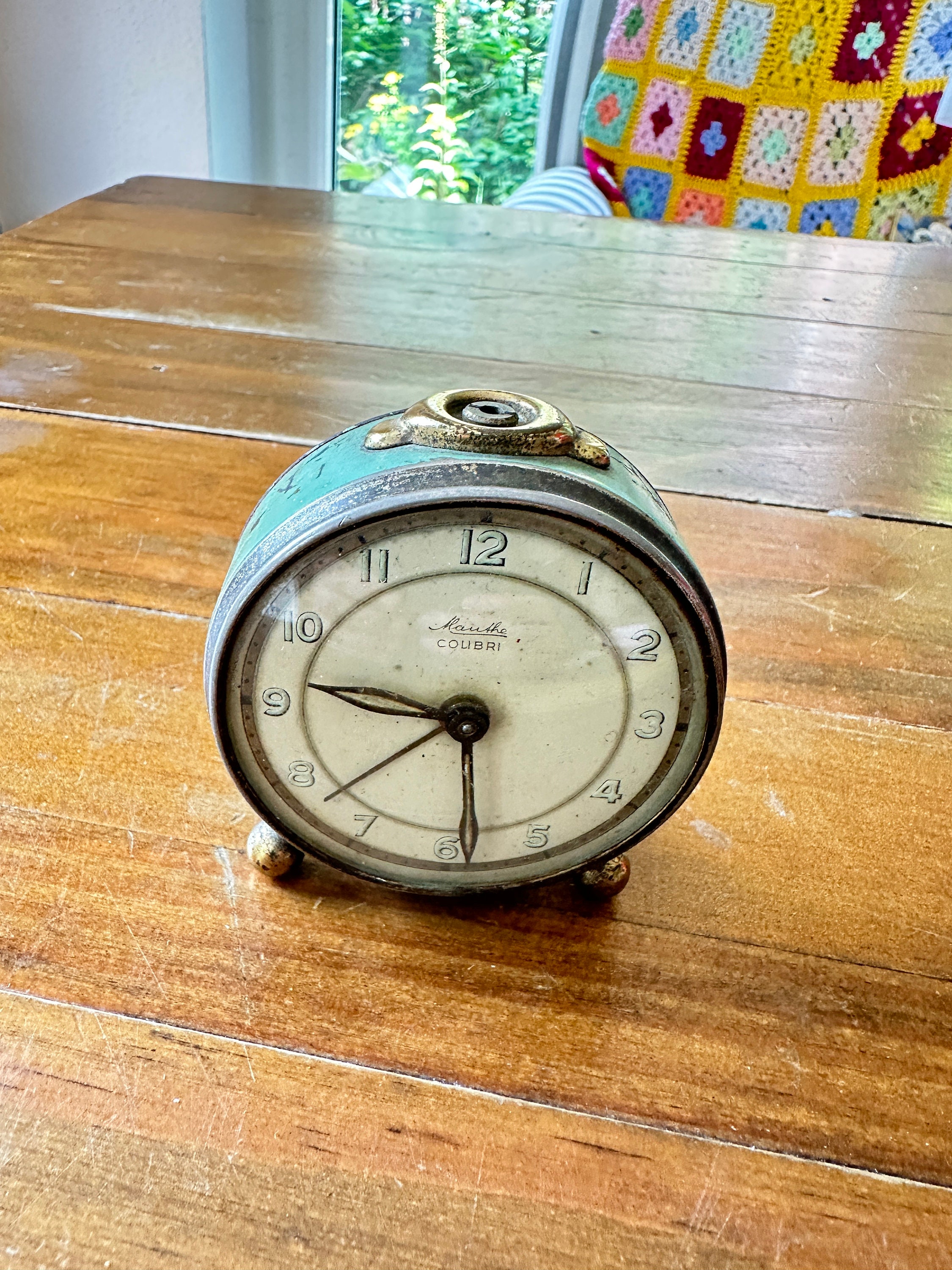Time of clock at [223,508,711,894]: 5:46
